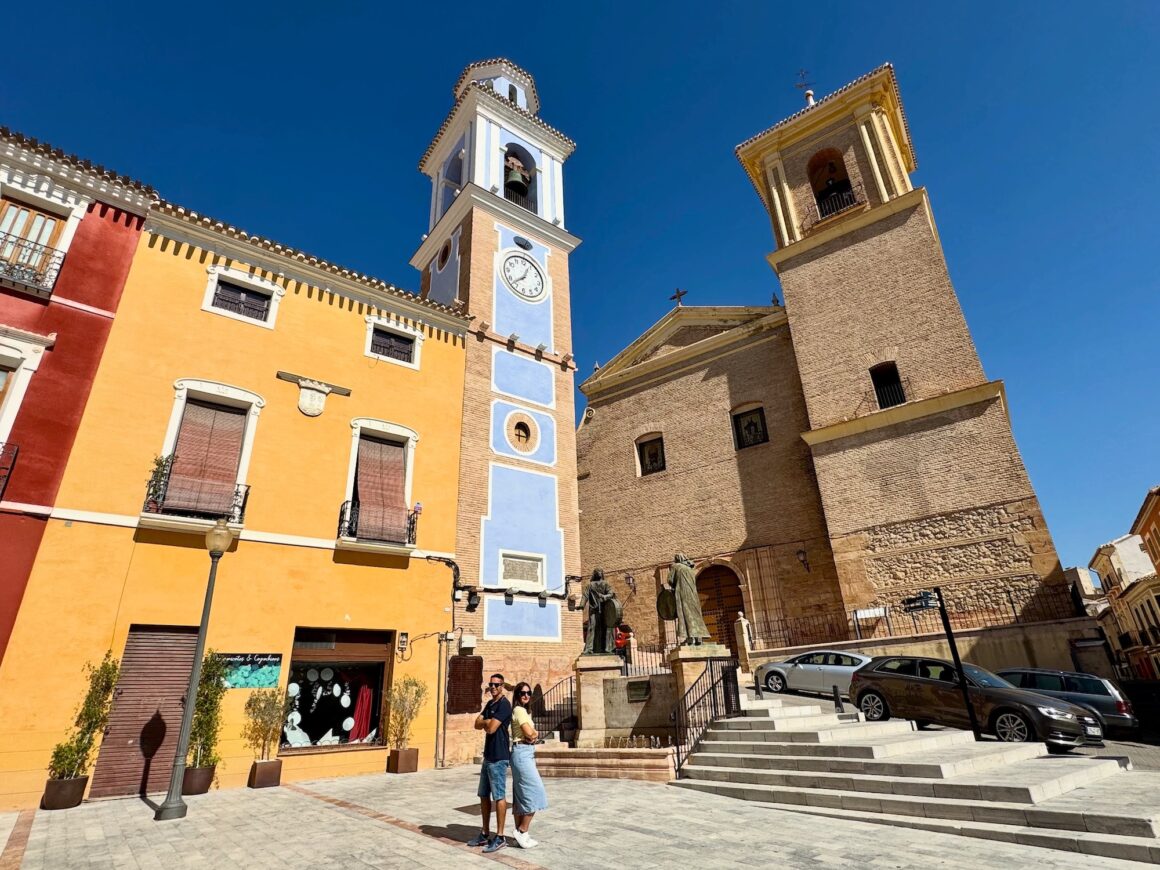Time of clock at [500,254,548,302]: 12:37
